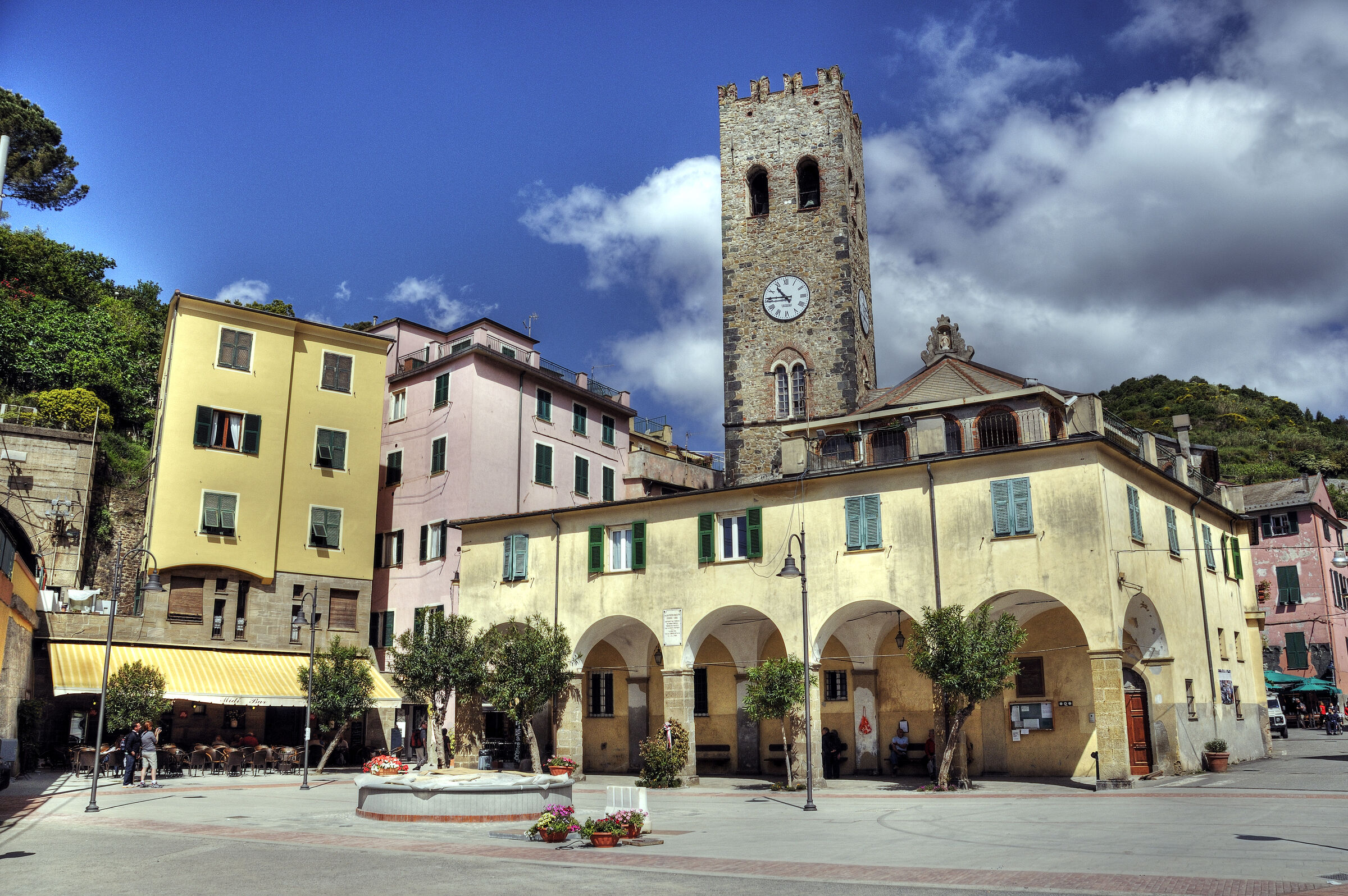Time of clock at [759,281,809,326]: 10:45
